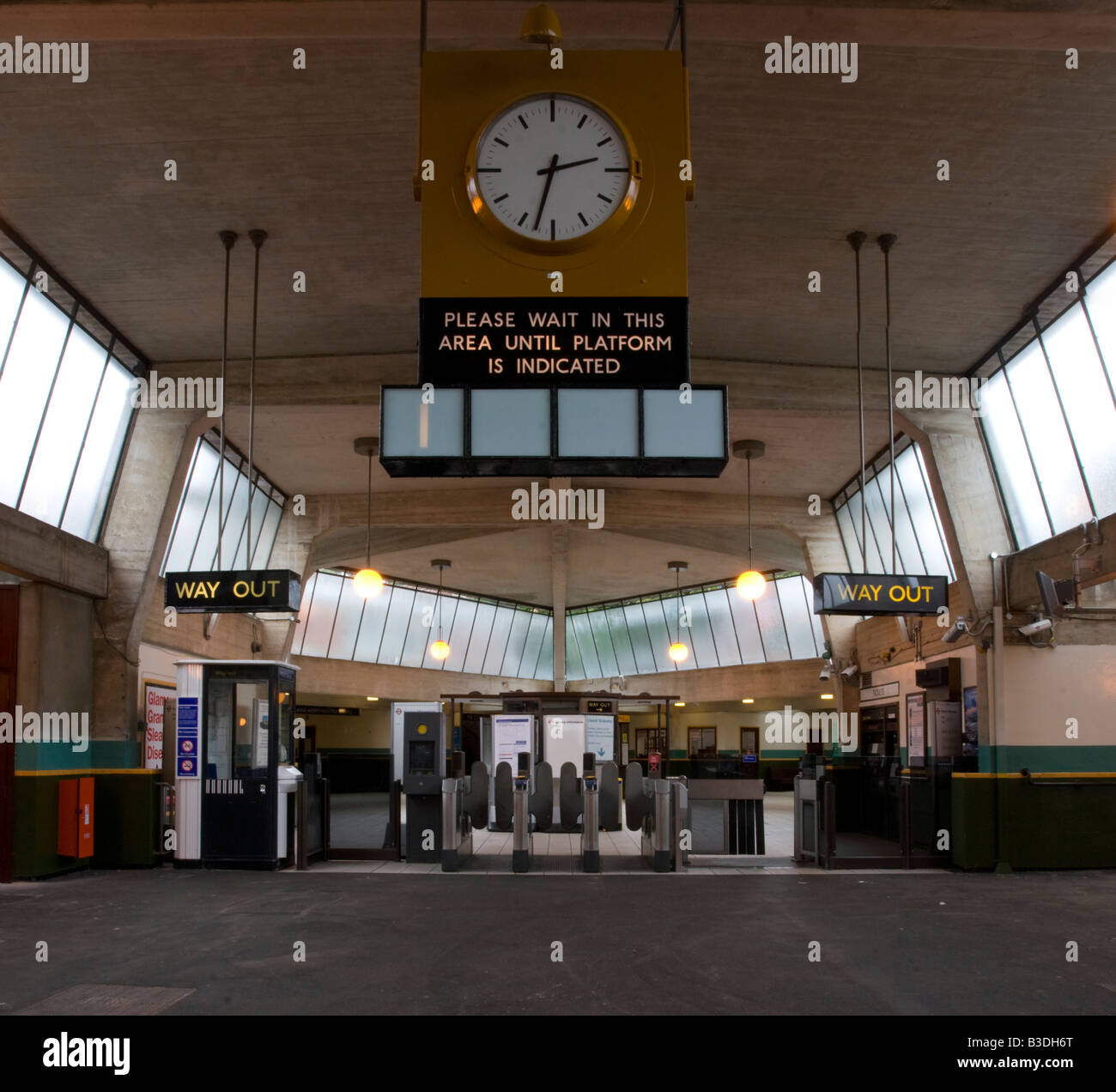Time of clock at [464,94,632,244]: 2:32
